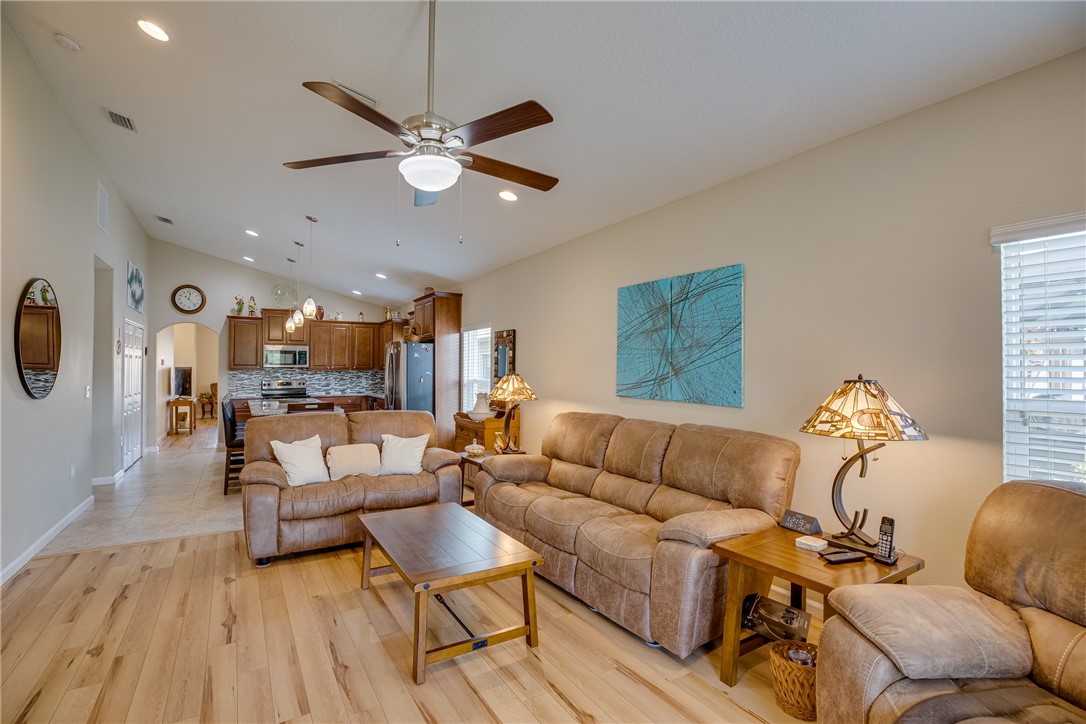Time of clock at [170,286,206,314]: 12:23
